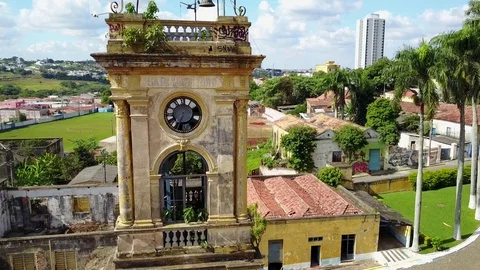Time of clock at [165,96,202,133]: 6:34
